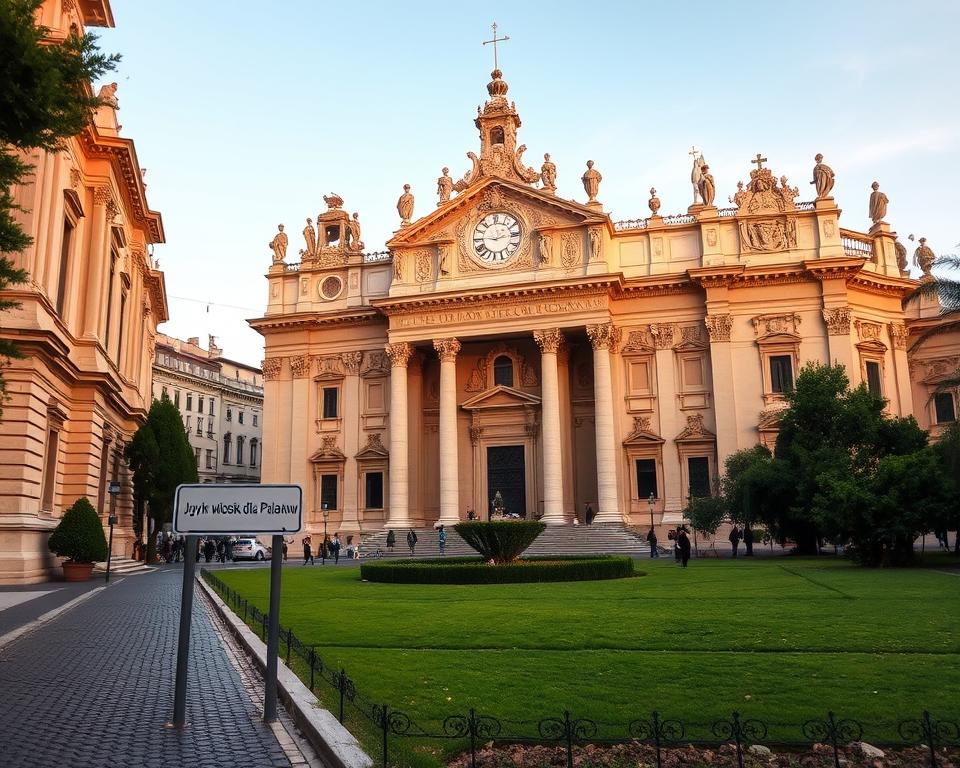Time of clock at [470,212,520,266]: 2:46
